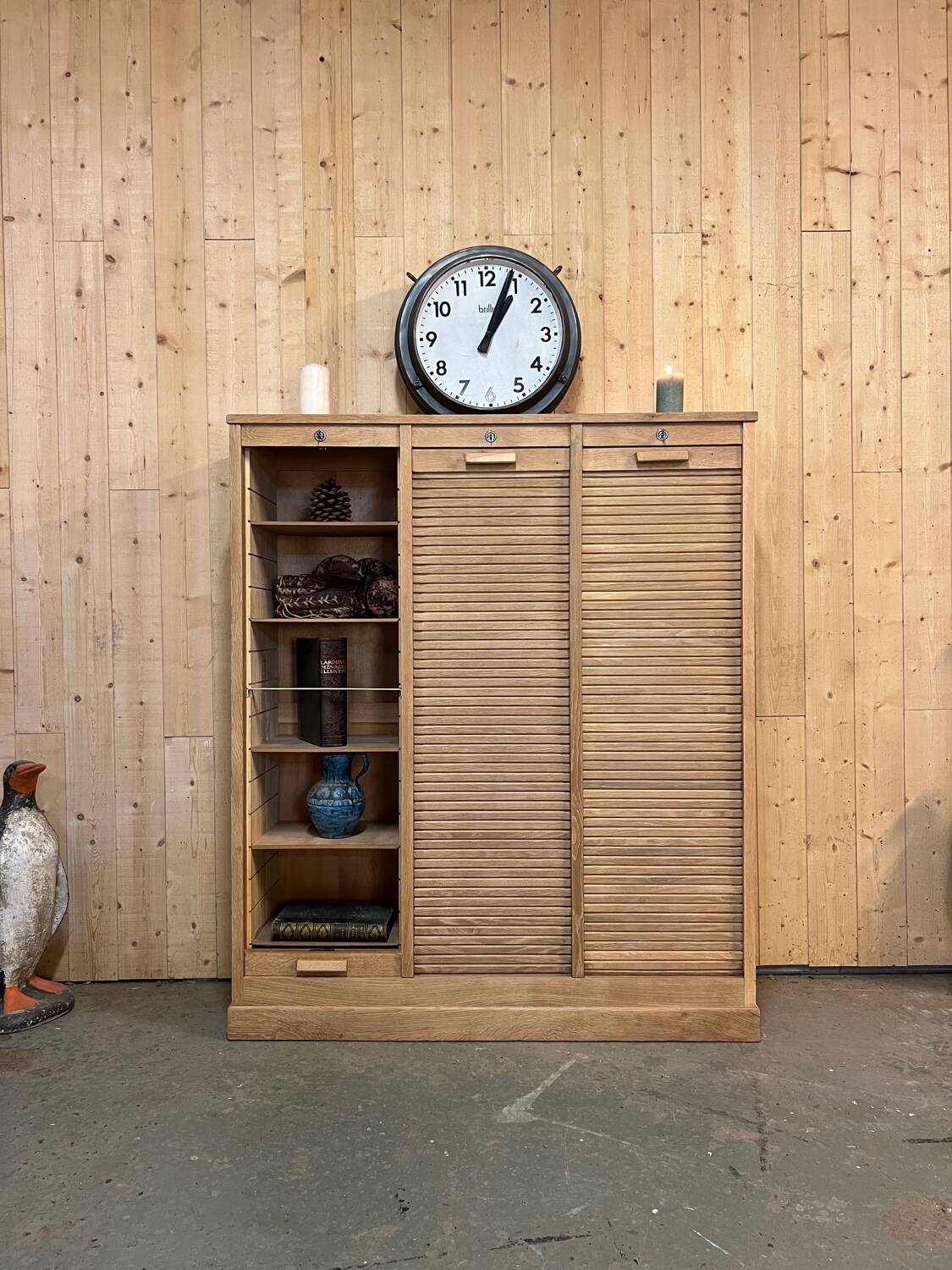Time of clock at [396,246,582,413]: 1:03
